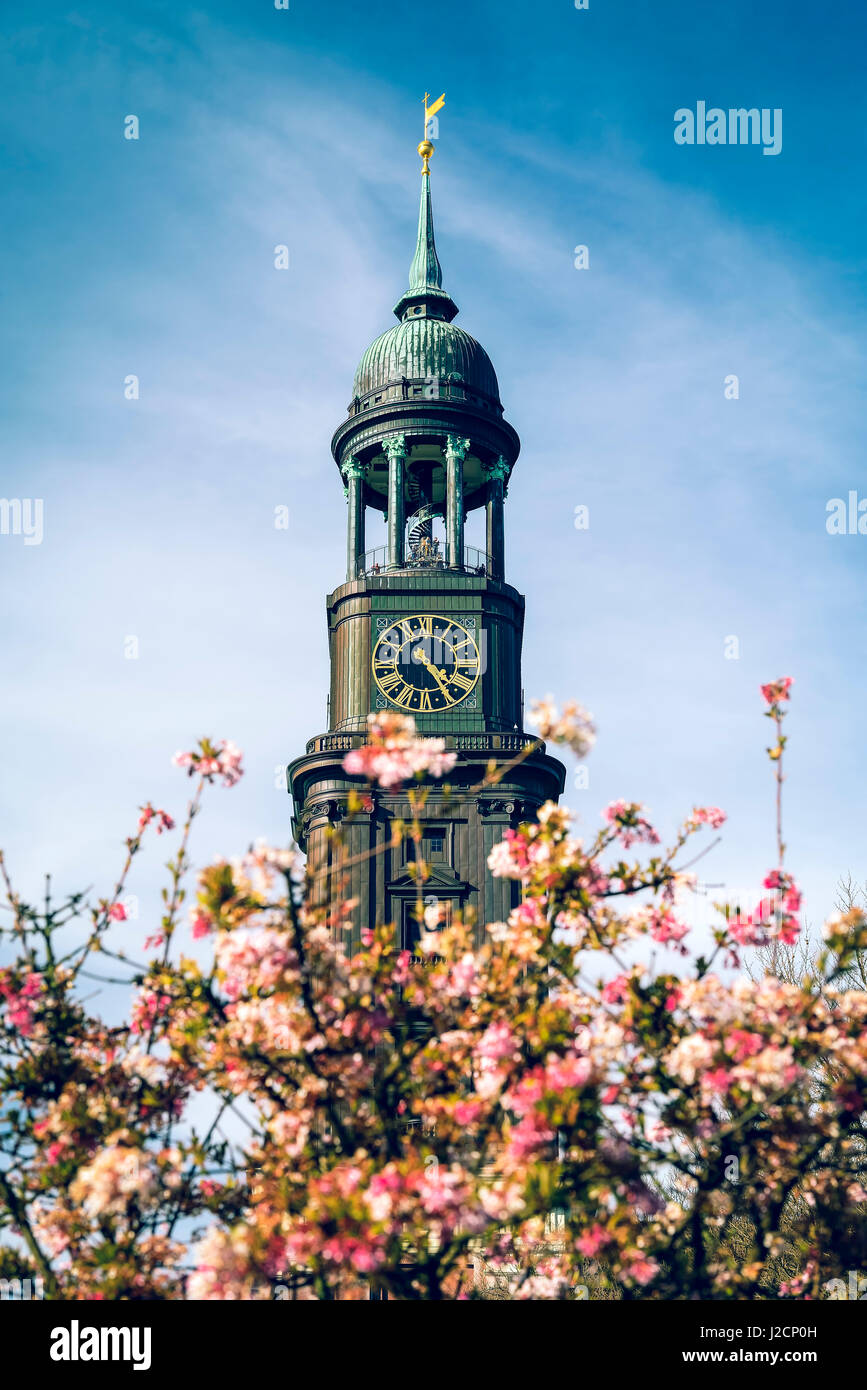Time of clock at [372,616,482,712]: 4:23
